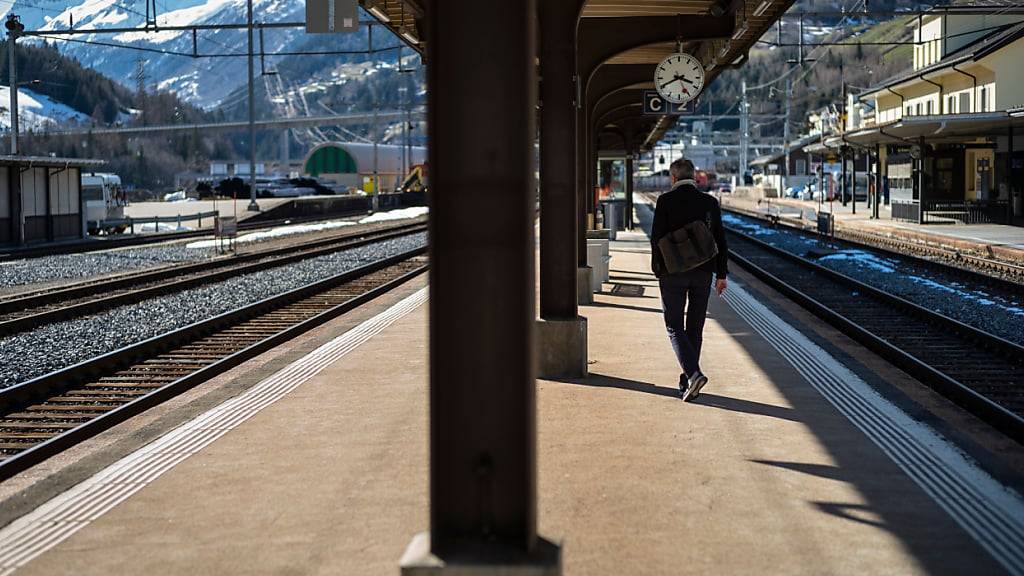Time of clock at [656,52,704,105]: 3:40
